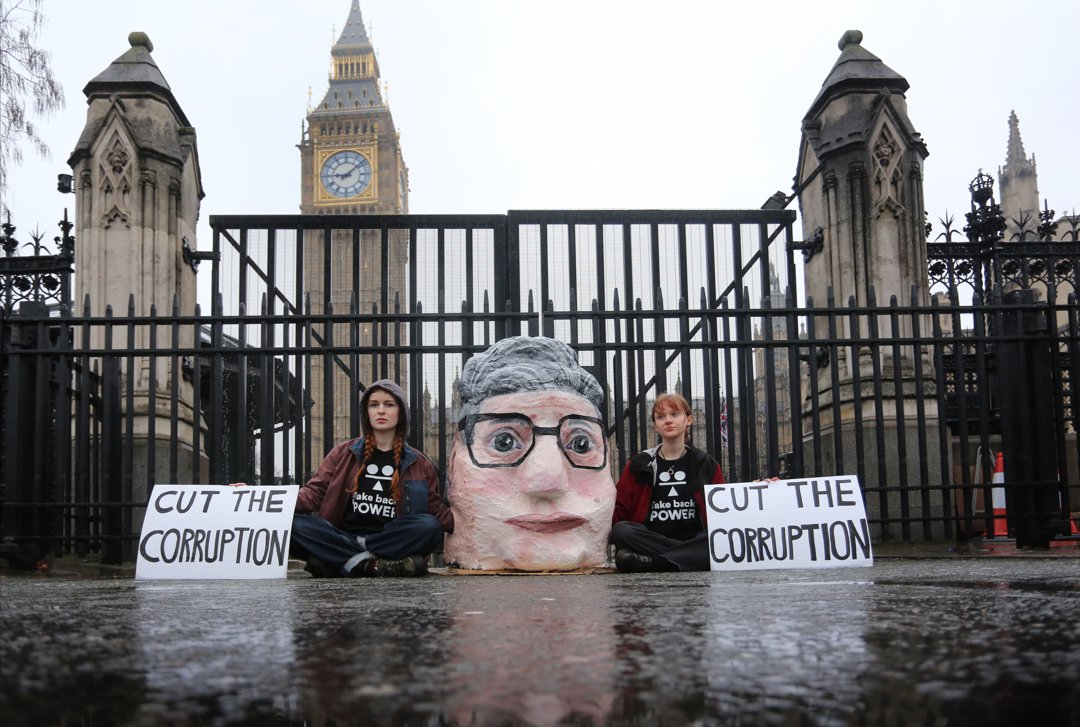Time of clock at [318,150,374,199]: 9:08
